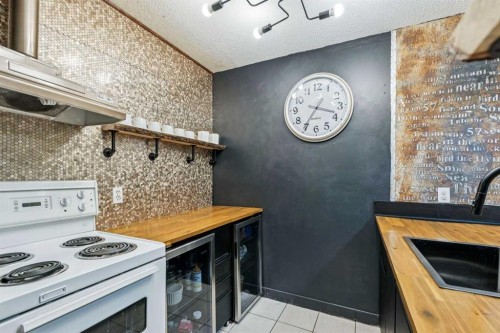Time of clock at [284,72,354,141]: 3:35
